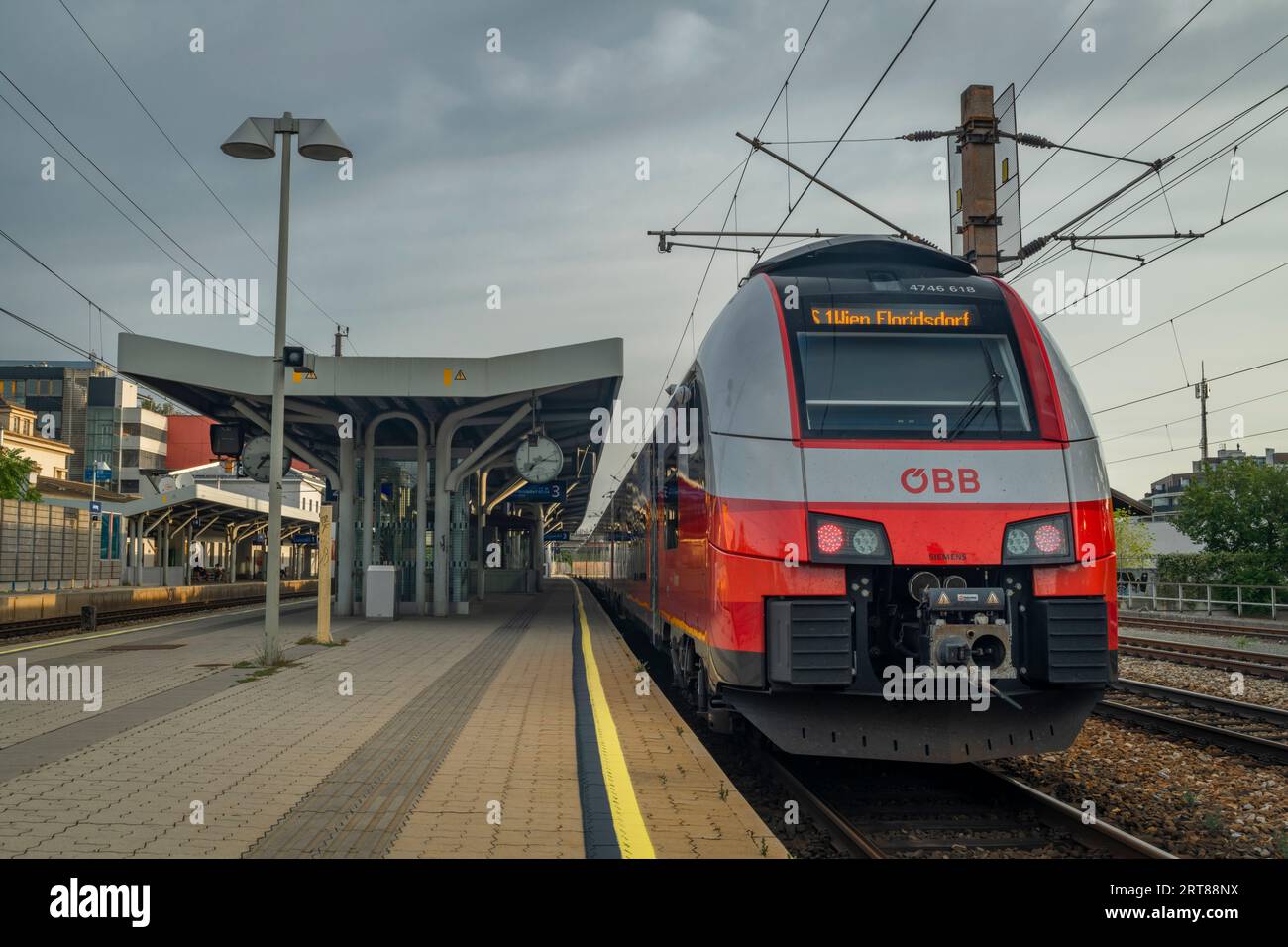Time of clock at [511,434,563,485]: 7:15
